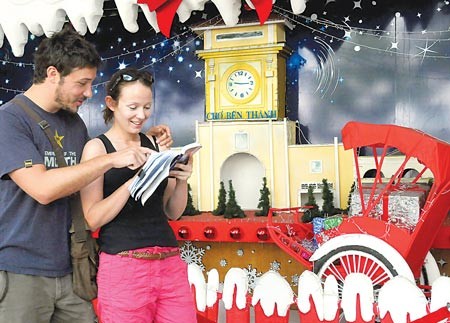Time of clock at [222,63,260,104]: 9:14
